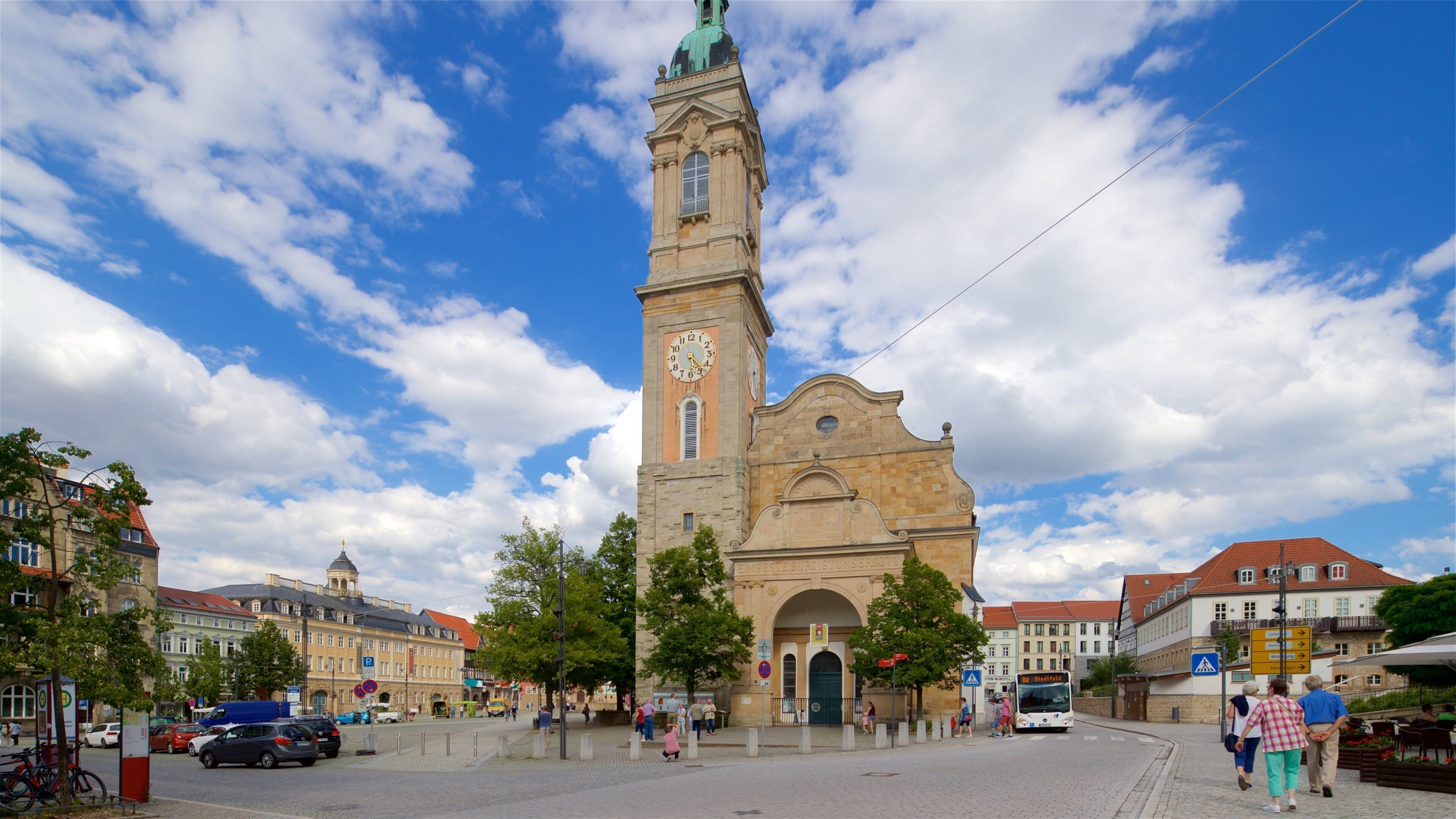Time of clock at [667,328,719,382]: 5:22
